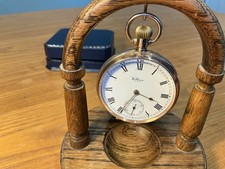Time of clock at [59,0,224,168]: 3:34
